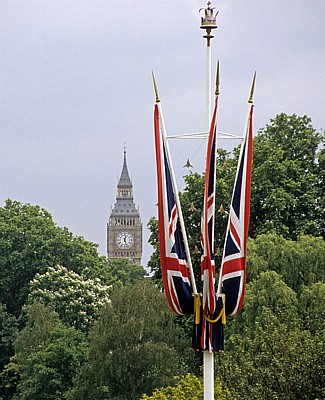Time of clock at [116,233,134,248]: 12:26
